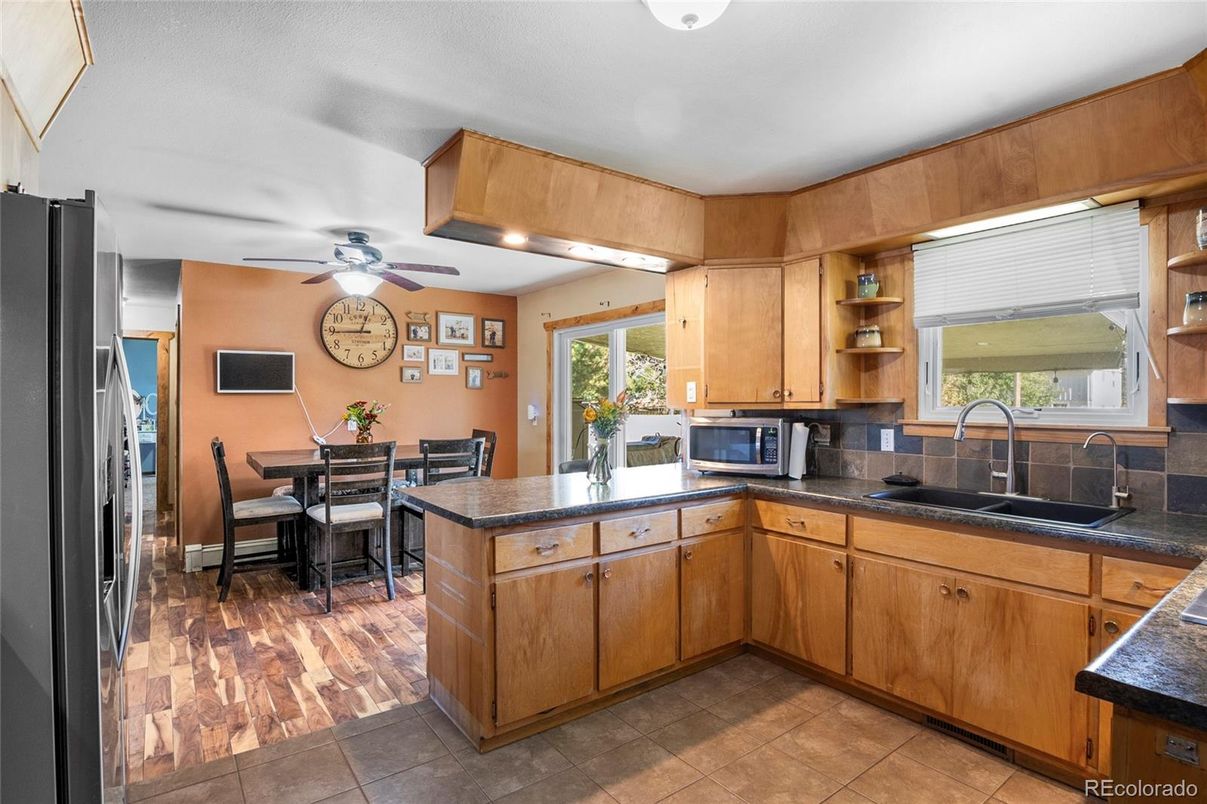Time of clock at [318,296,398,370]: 12:44
